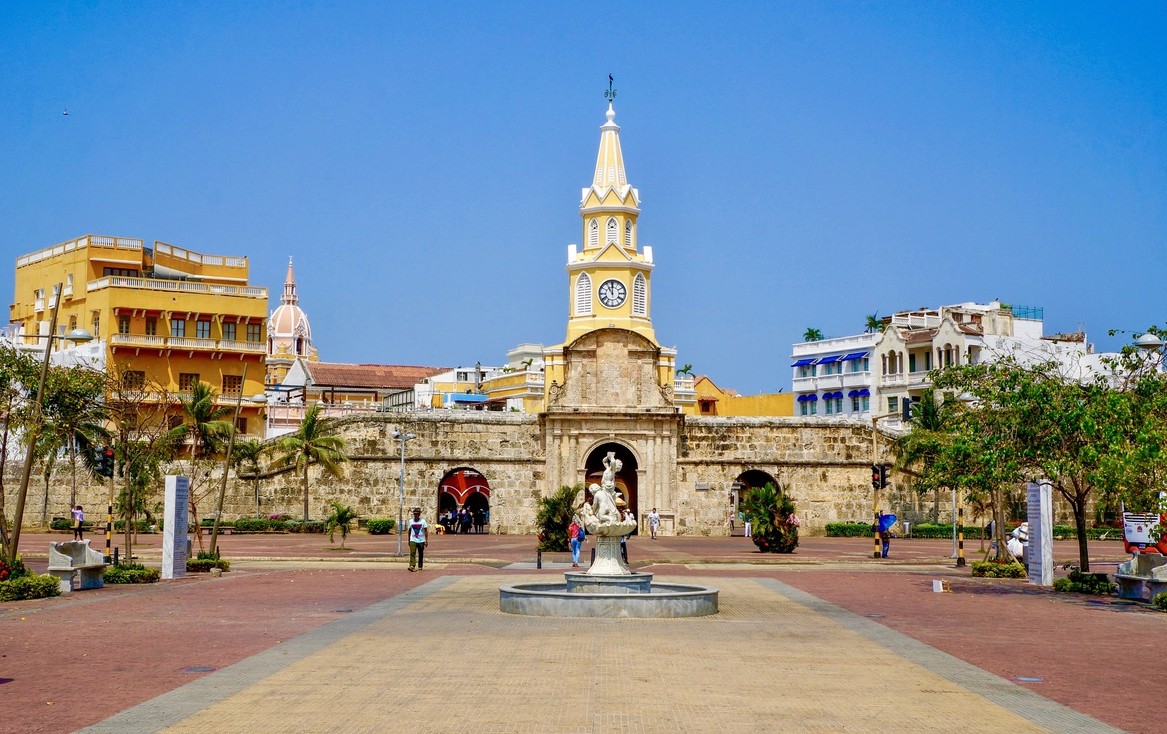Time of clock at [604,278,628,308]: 10:59
